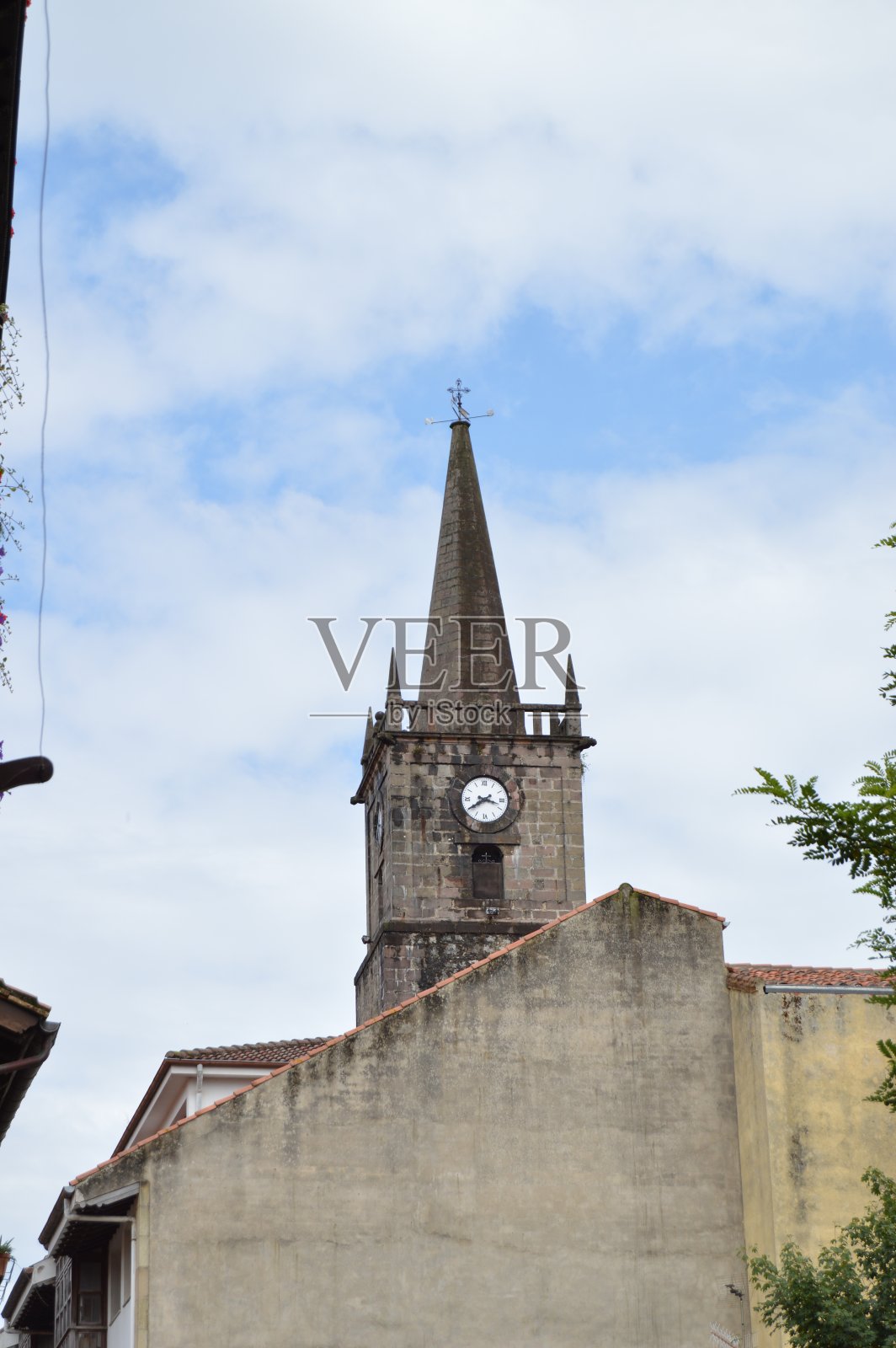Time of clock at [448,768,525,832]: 3:39
